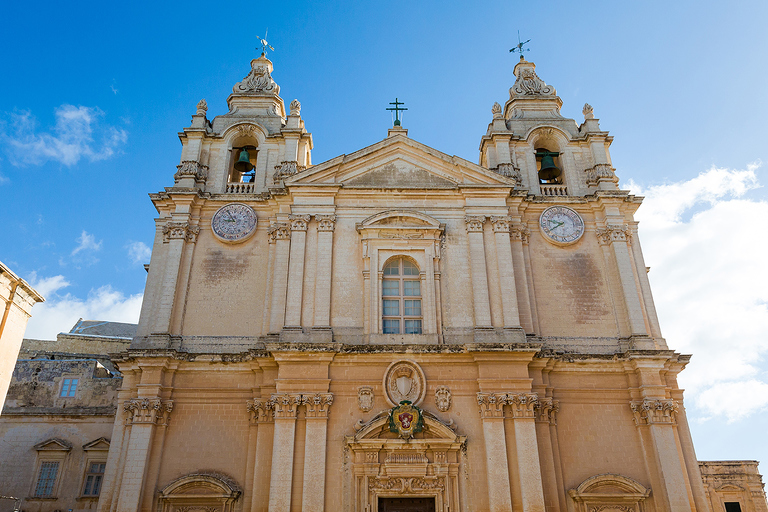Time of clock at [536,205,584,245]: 9:39
